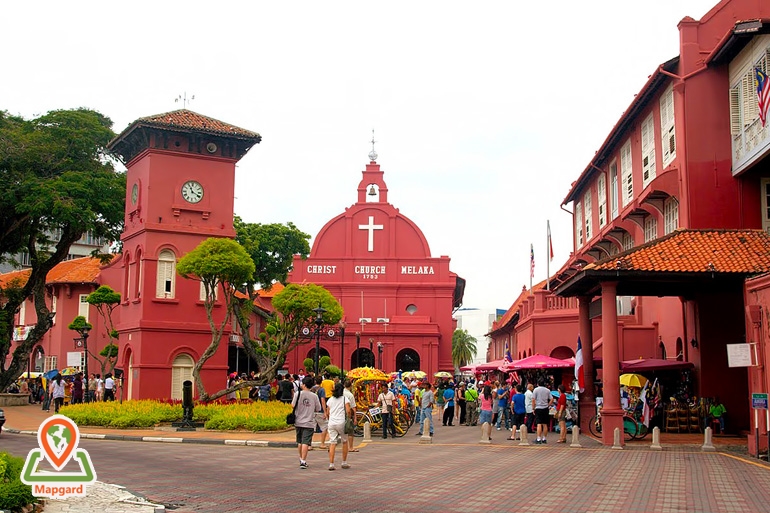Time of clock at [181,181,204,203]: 11:19
